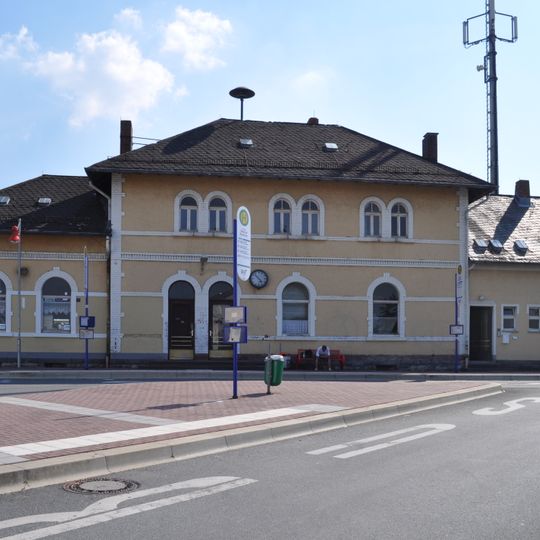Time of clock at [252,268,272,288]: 4:52
